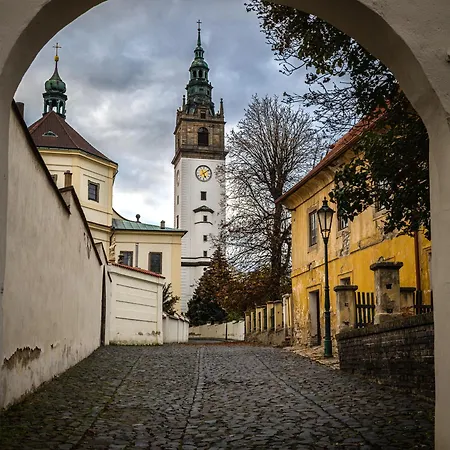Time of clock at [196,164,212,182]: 5:09
